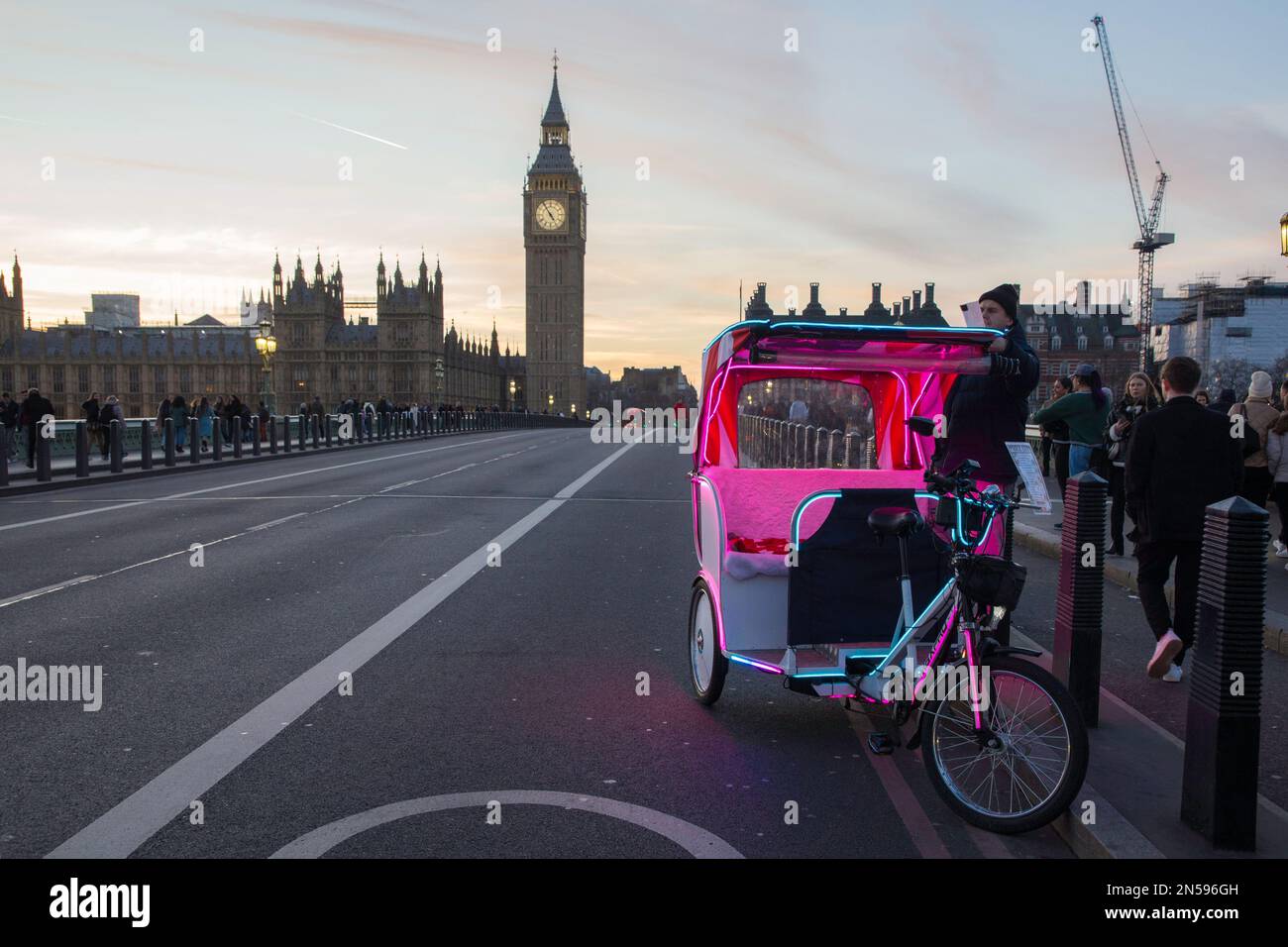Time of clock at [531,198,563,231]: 4:54
